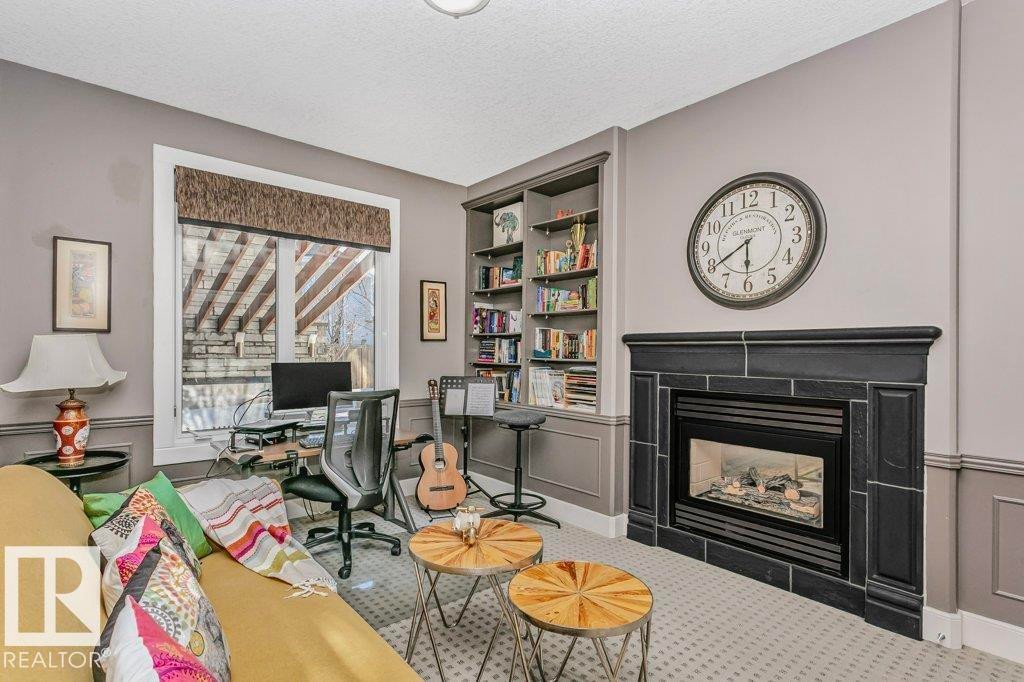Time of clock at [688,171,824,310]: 5:39
